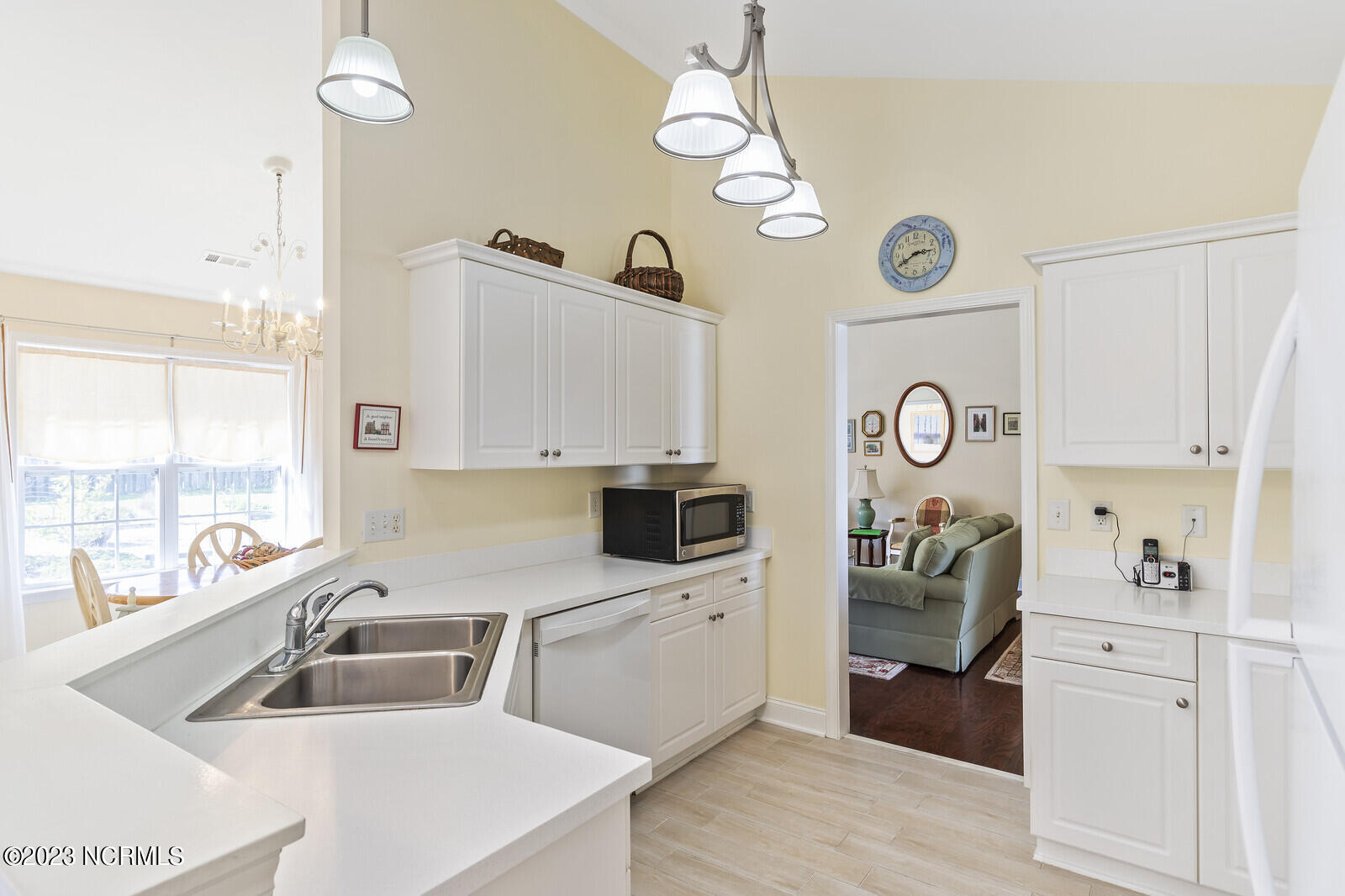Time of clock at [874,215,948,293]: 2:40
